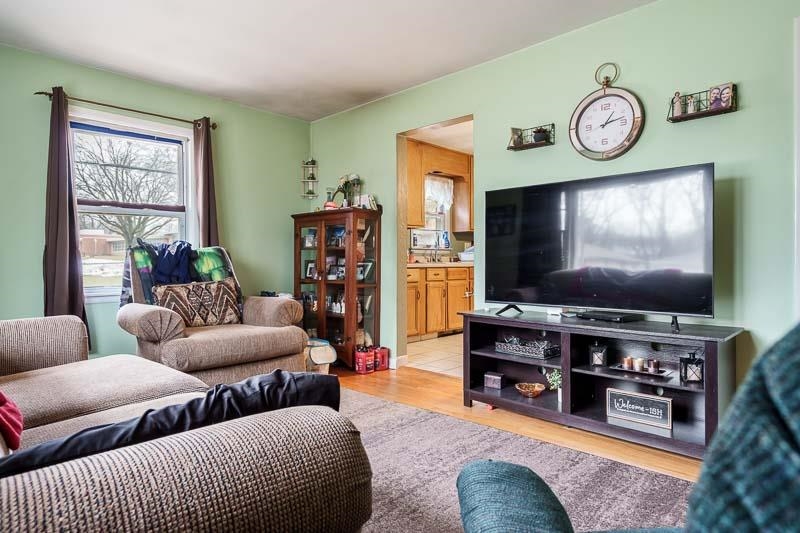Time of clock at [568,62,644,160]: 1:12
